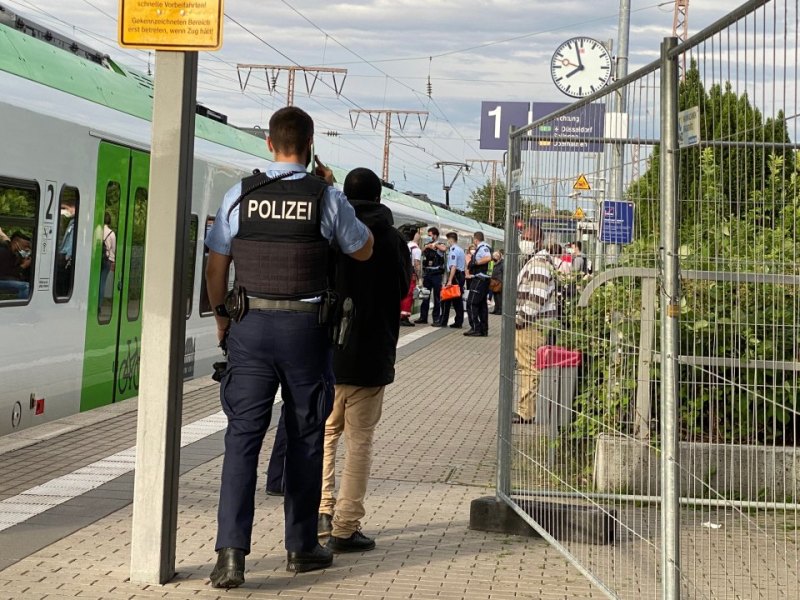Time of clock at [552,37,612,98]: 7:57
